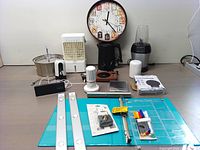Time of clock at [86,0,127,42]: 12:23
